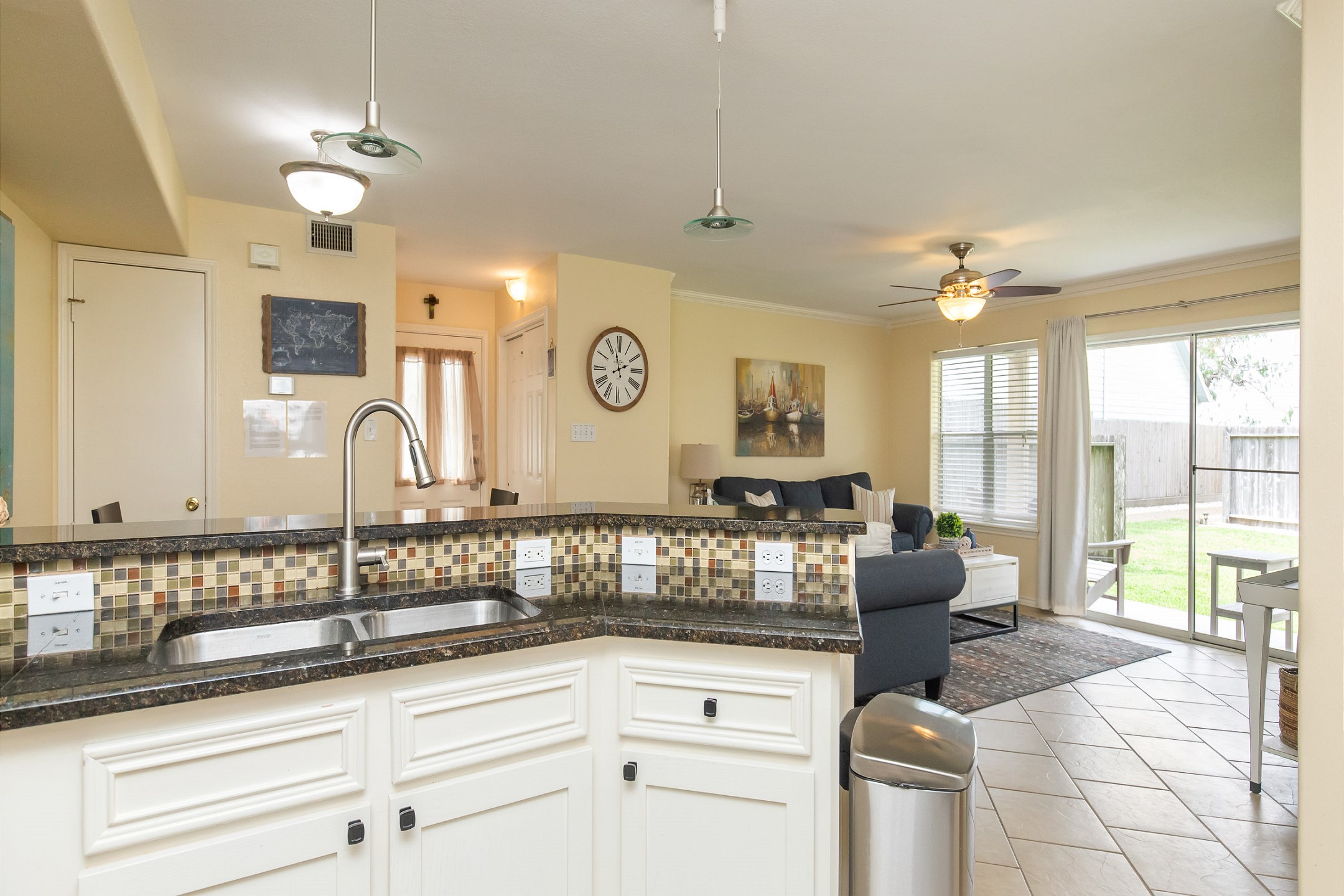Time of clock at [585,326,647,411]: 1:57
